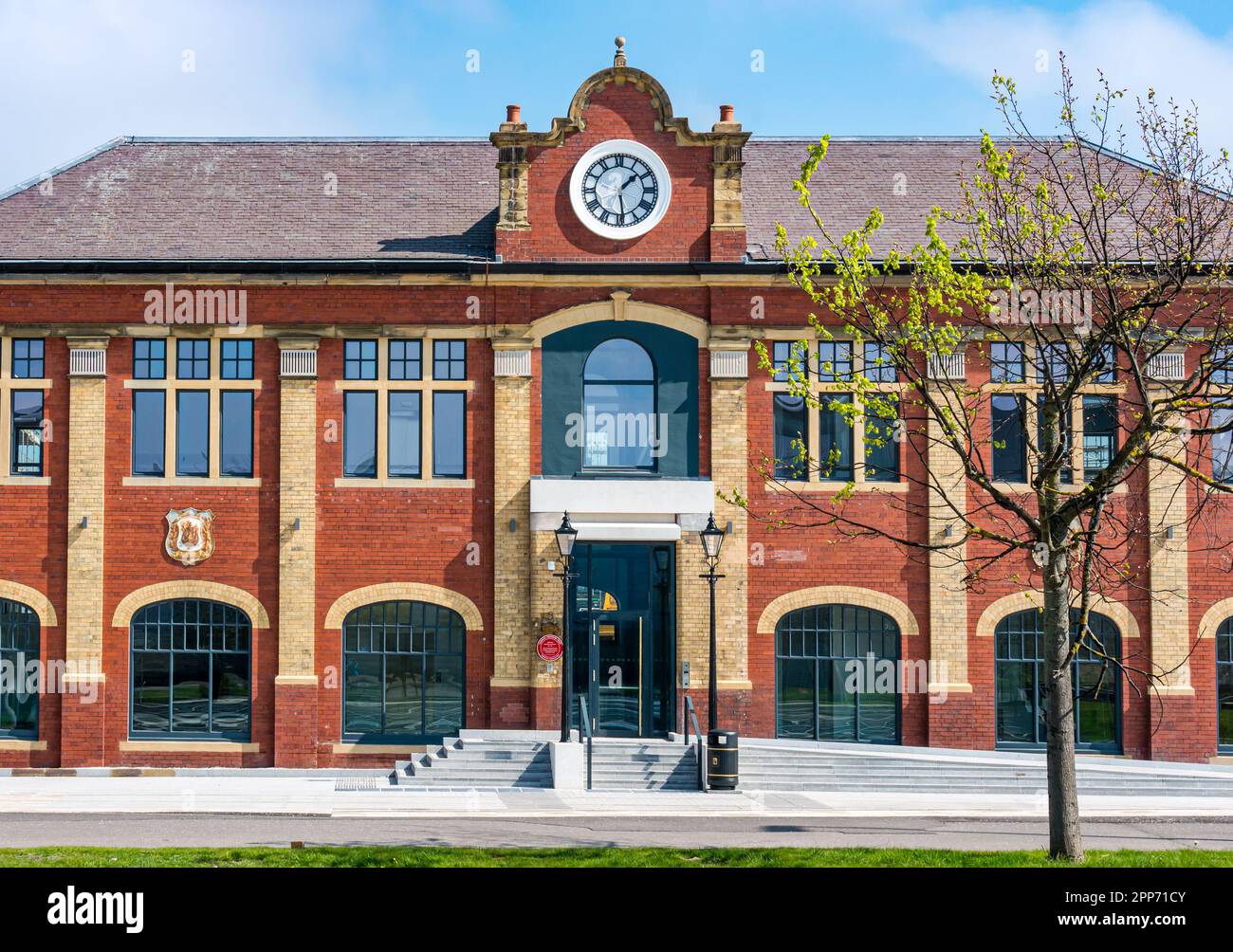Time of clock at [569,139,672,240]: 1:28
